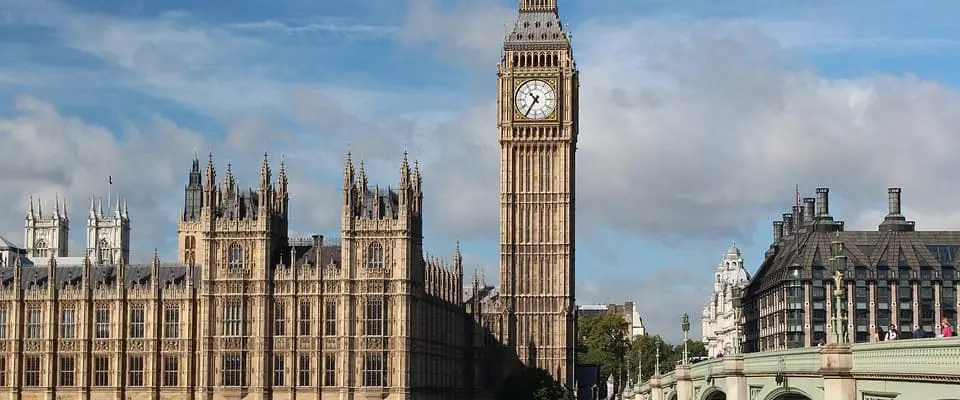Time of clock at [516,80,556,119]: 10:36
